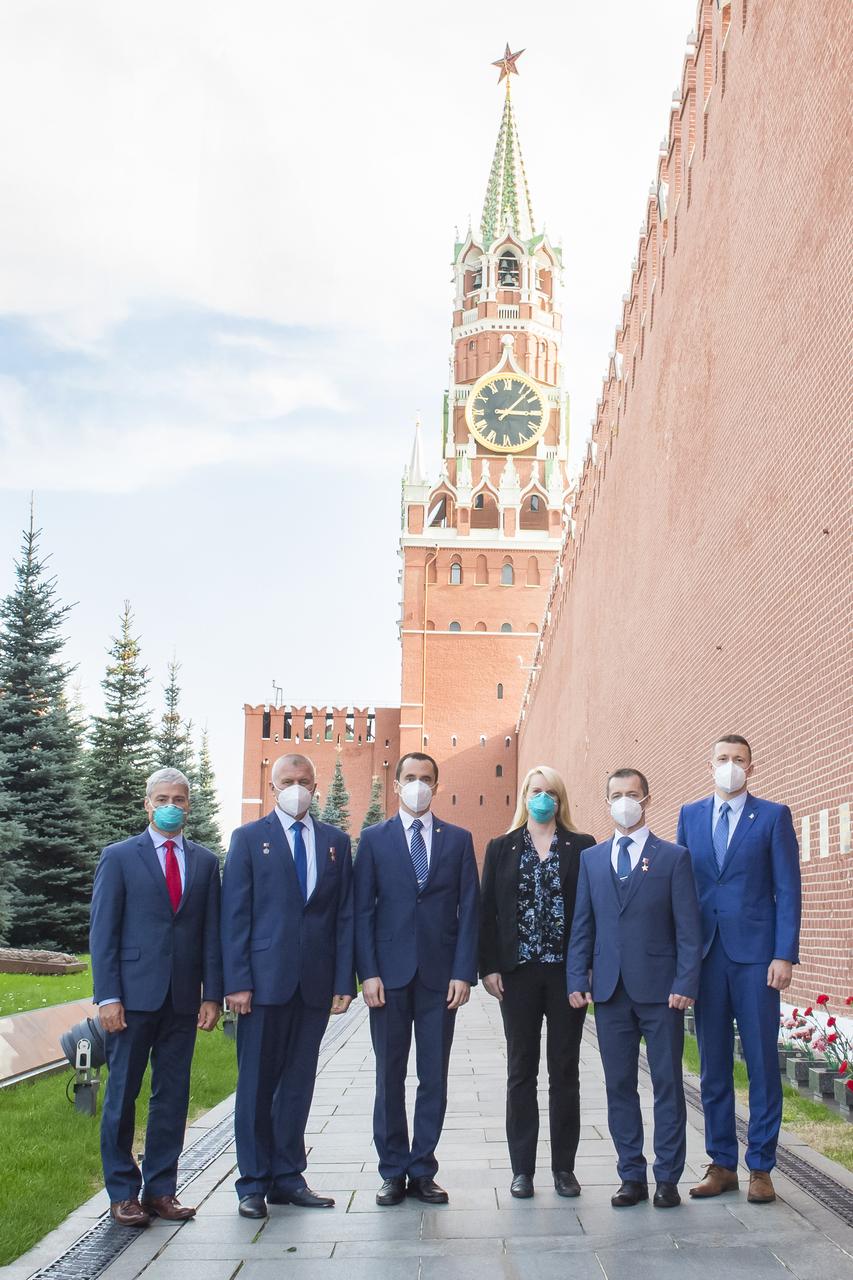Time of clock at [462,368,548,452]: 3:07
